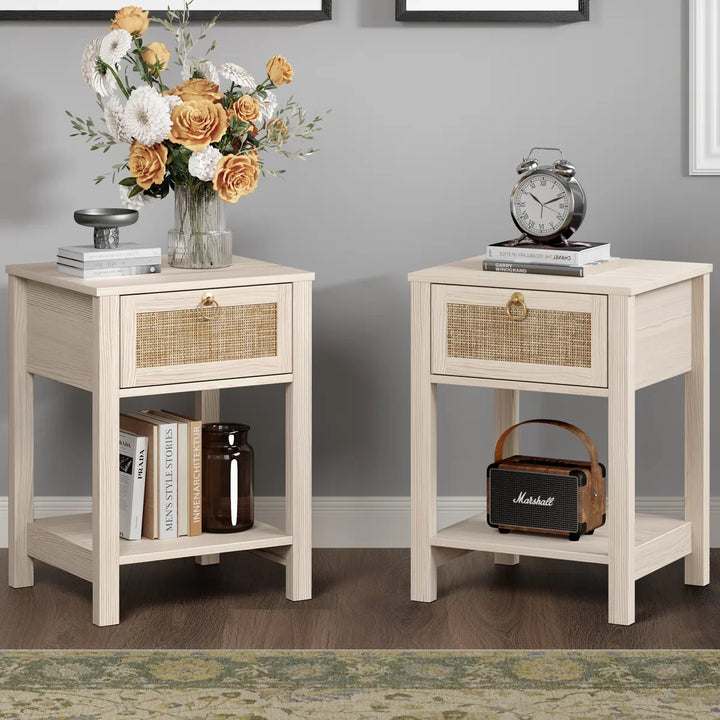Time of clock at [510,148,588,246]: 10:11
